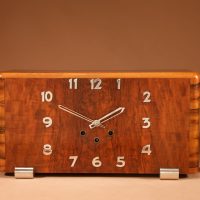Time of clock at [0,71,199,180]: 1:49
